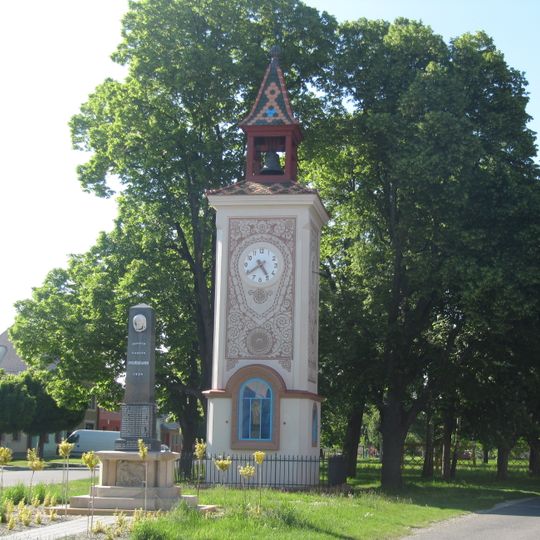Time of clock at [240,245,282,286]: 4:39
